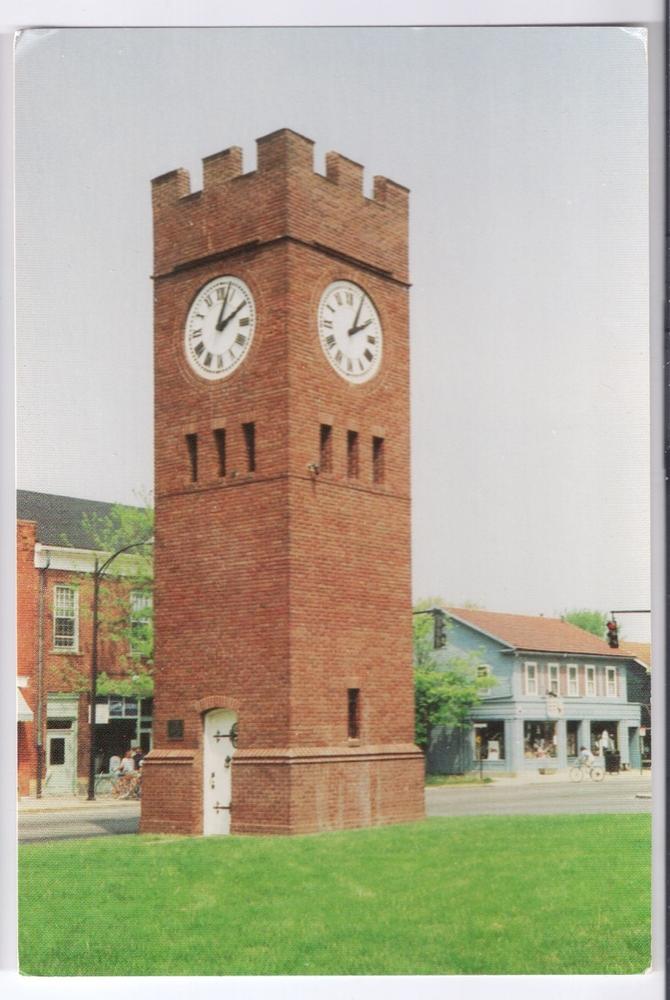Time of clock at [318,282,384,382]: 2:04
